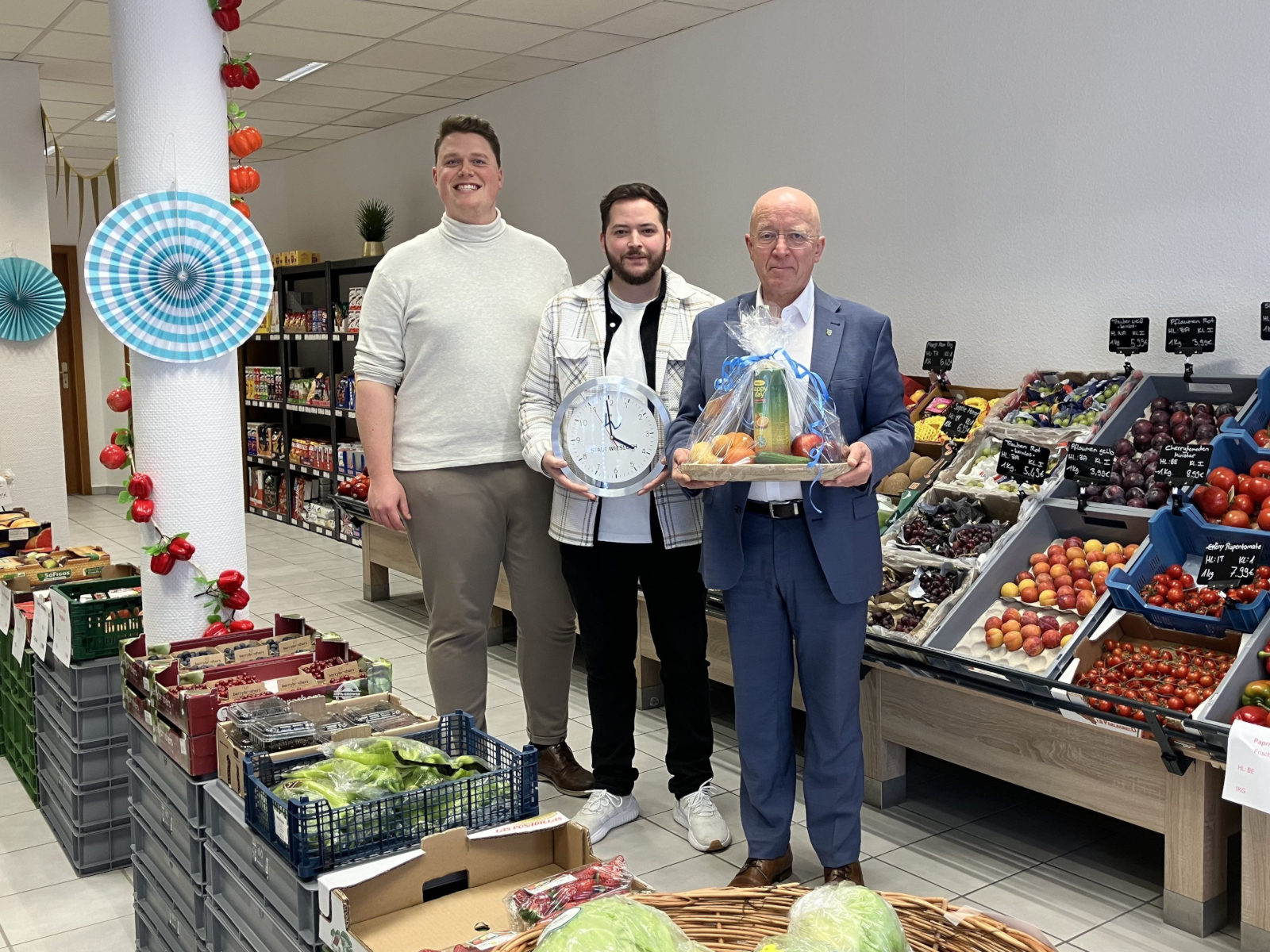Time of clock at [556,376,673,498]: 4:00
